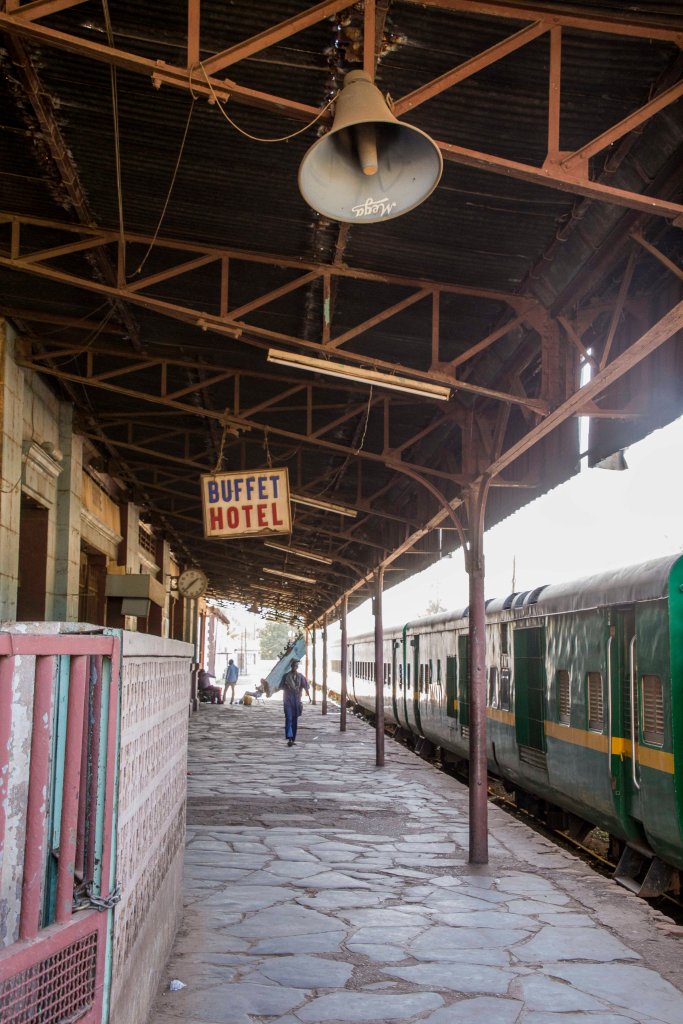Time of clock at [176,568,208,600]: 1:37
